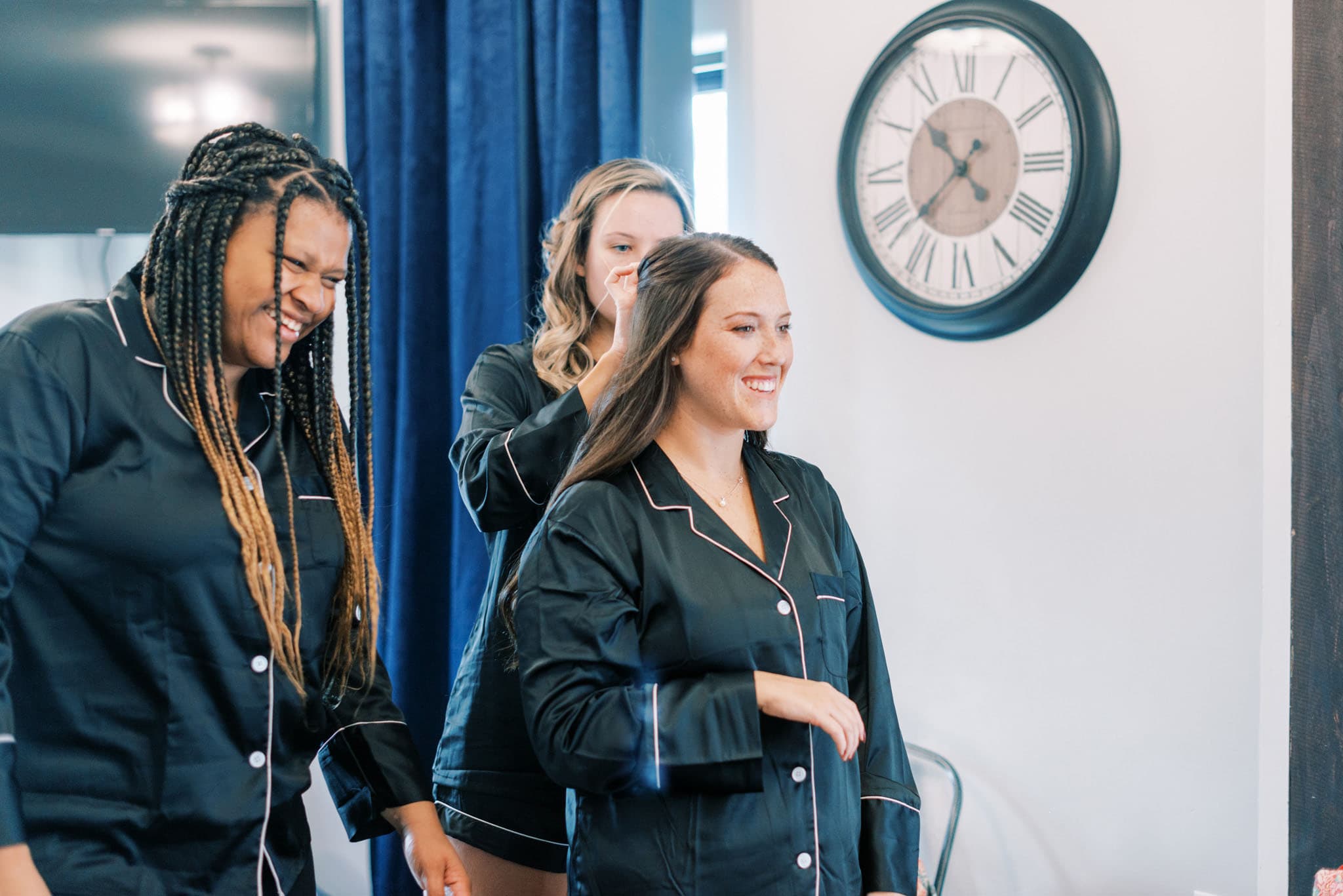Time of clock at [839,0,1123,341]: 10:37
